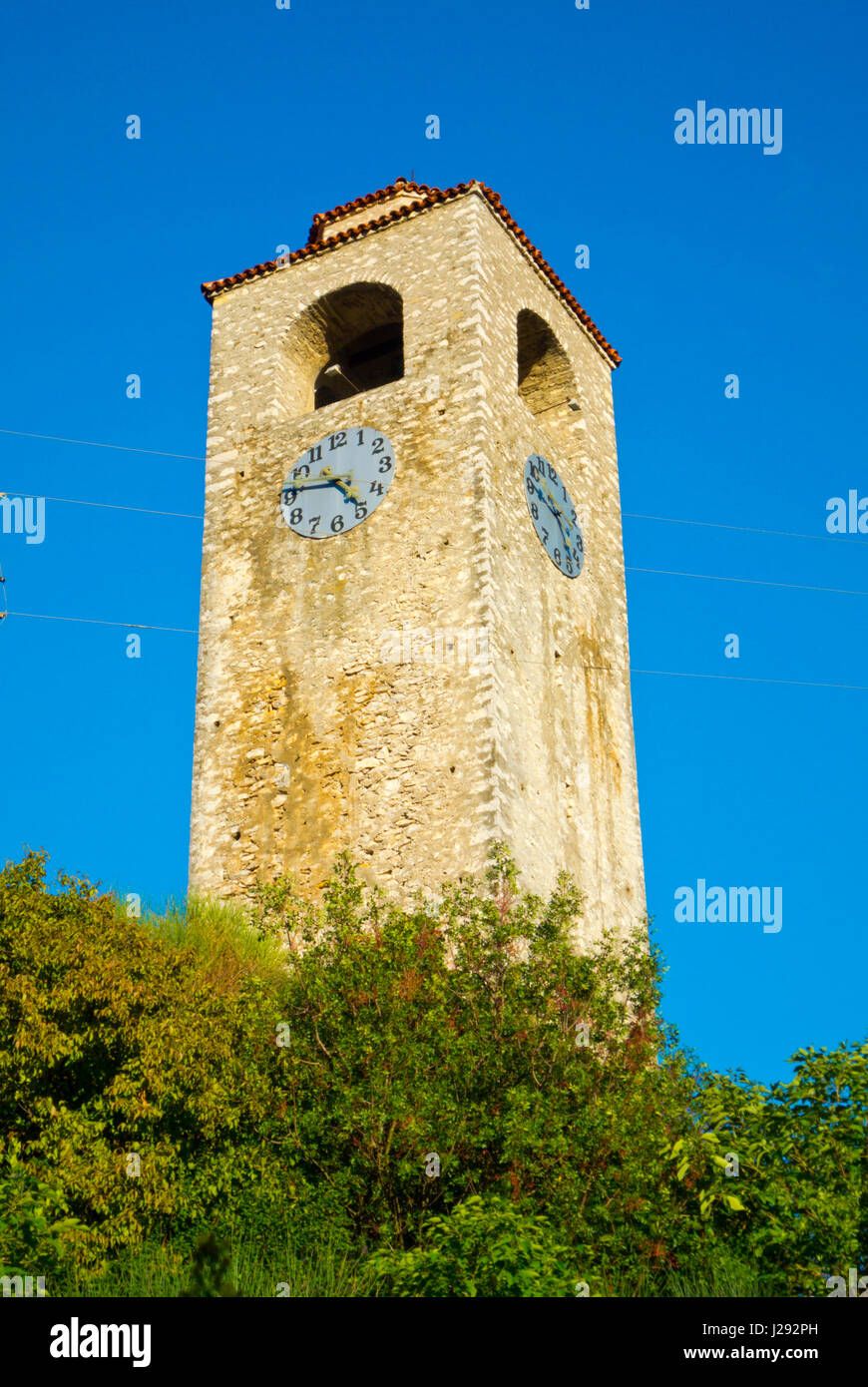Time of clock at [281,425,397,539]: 4:46
